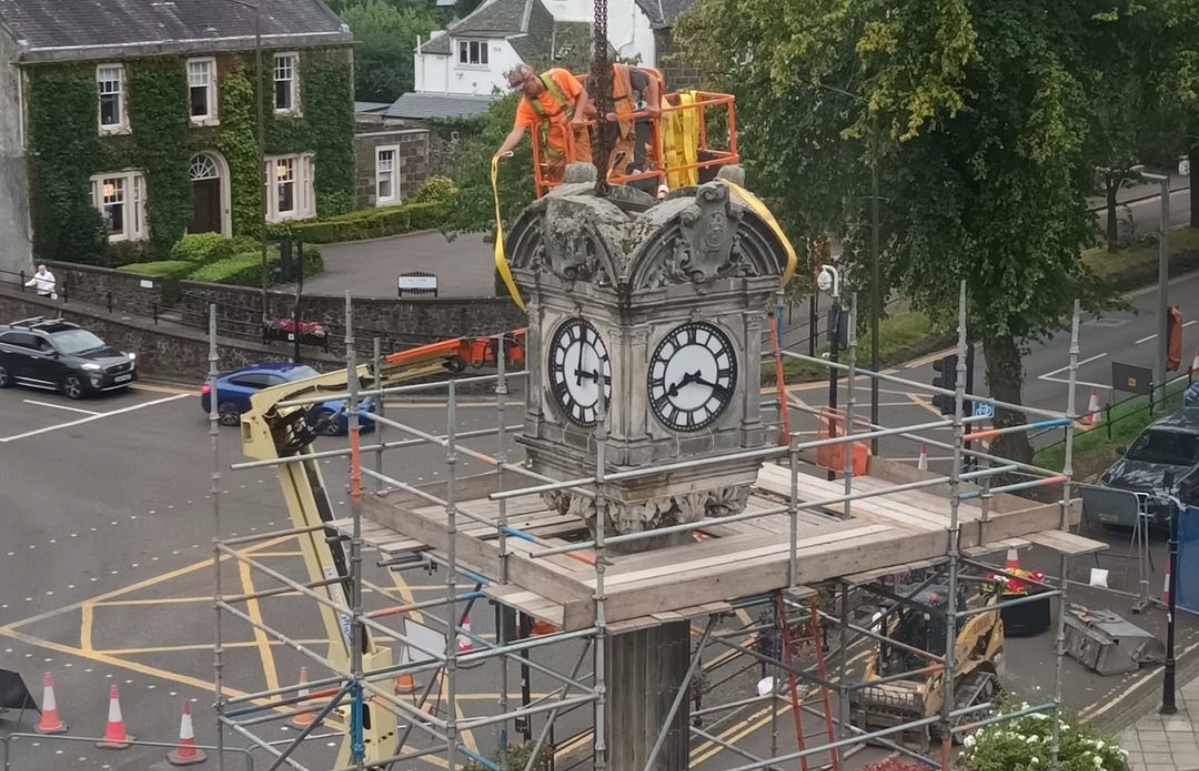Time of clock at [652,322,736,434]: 8:18
